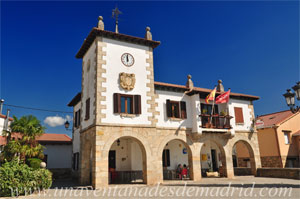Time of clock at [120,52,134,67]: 12:00
